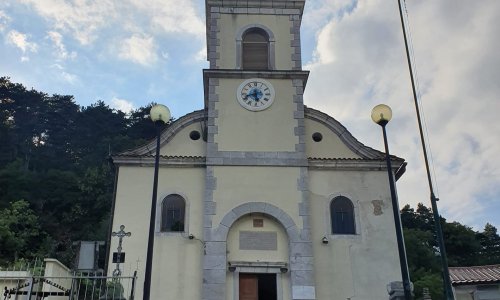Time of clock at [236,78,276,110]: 5:41
